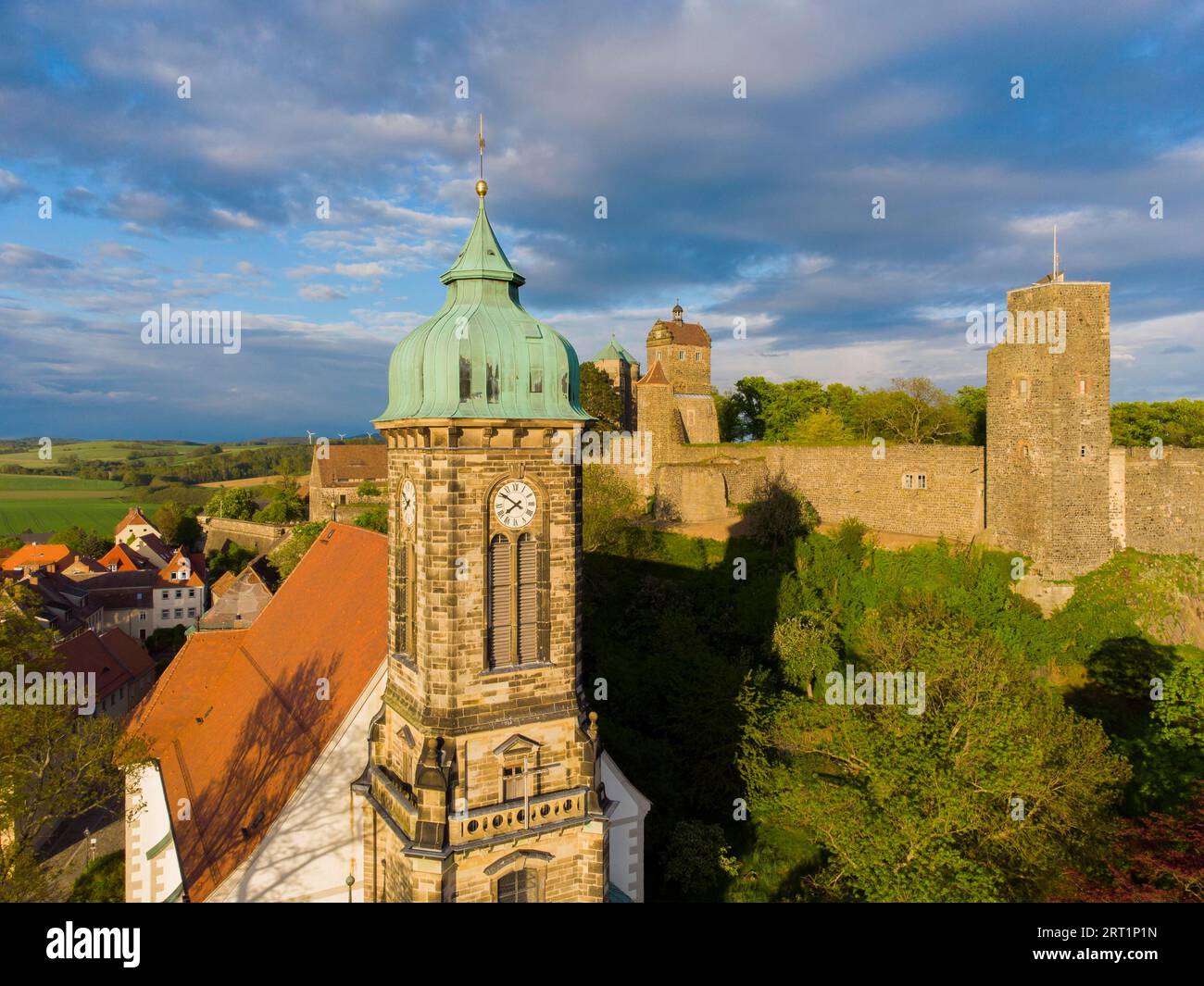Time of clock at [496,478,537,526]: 7:50
